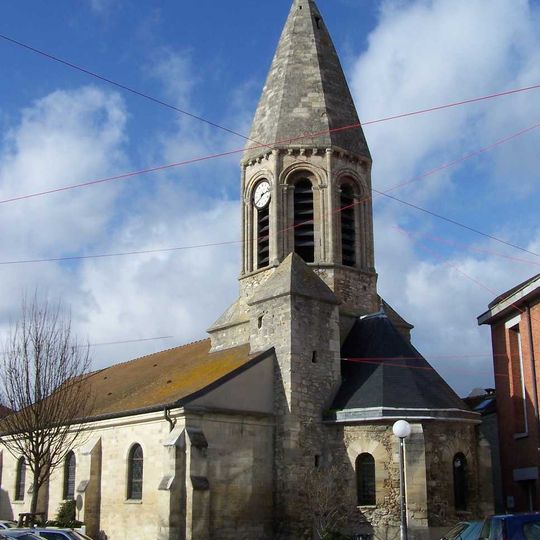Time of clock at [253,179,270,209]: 2:38
